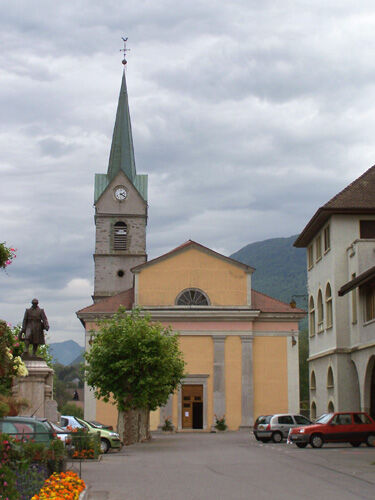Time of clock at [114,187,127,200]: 2:21
